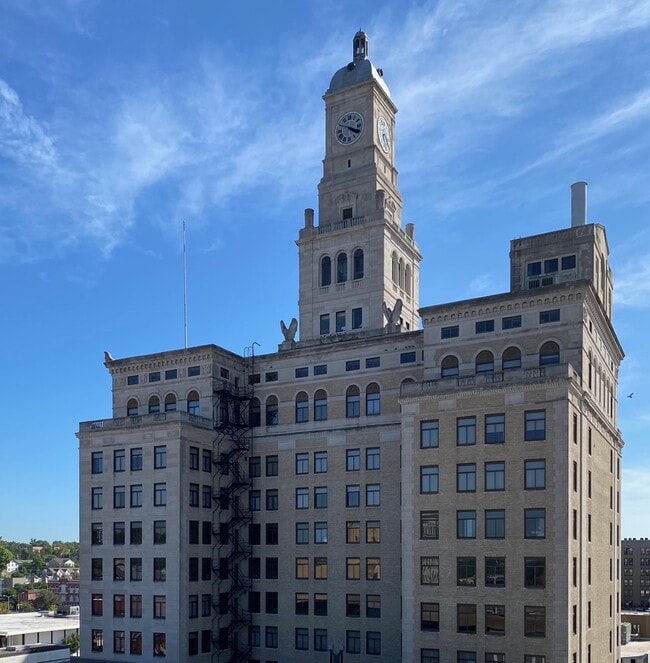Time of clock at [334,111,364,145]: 3:48
